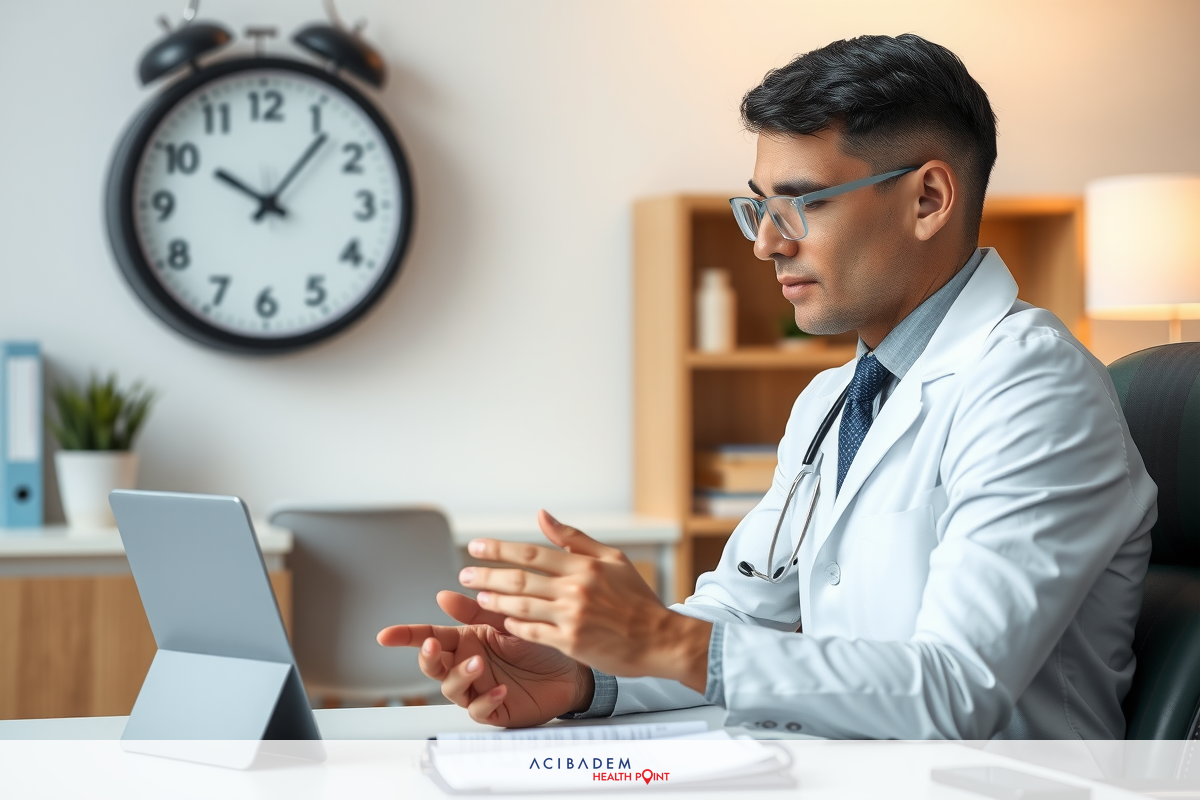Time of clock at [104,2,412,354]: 10:06
